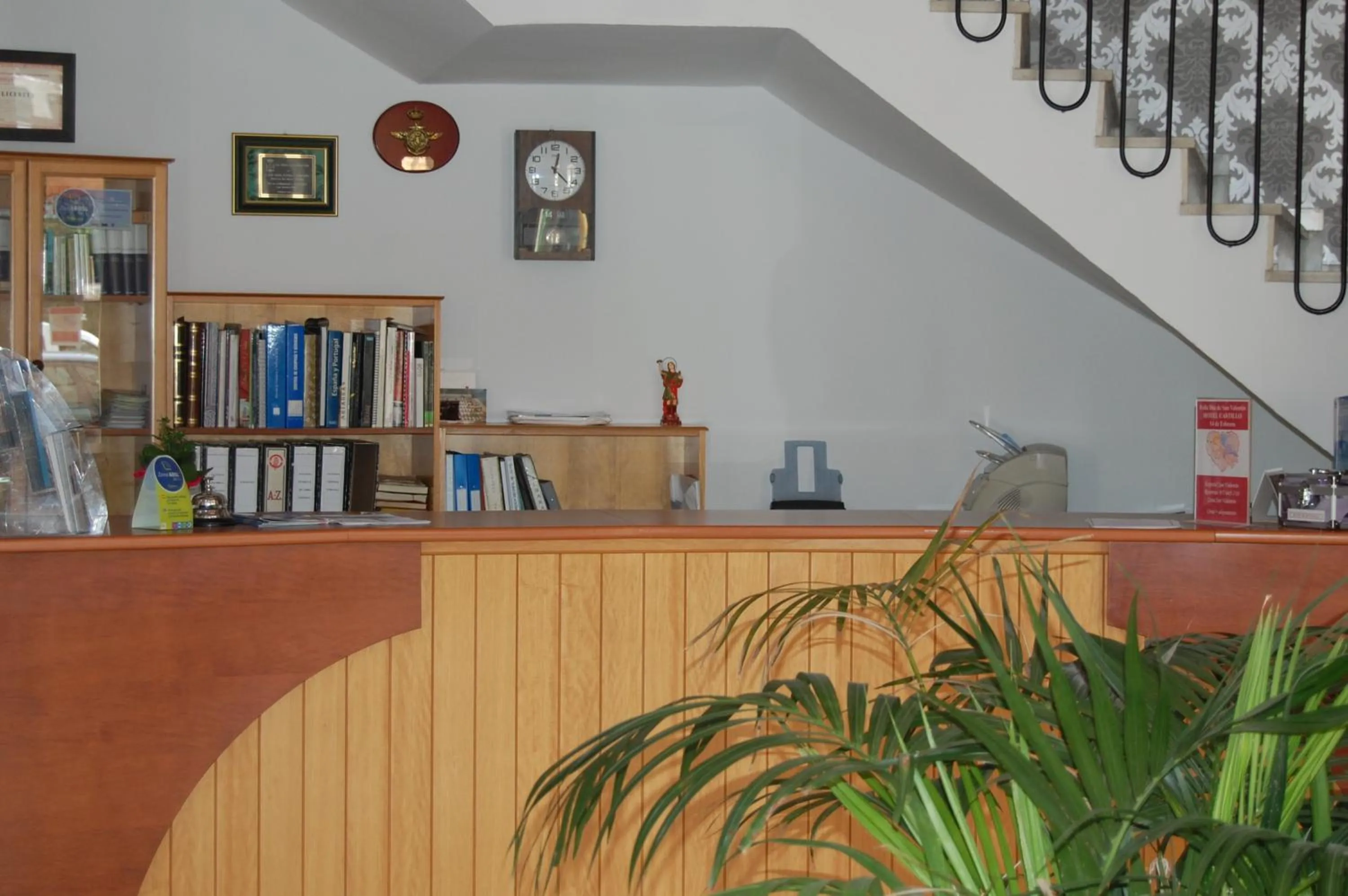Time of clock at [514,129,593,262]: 12:21
